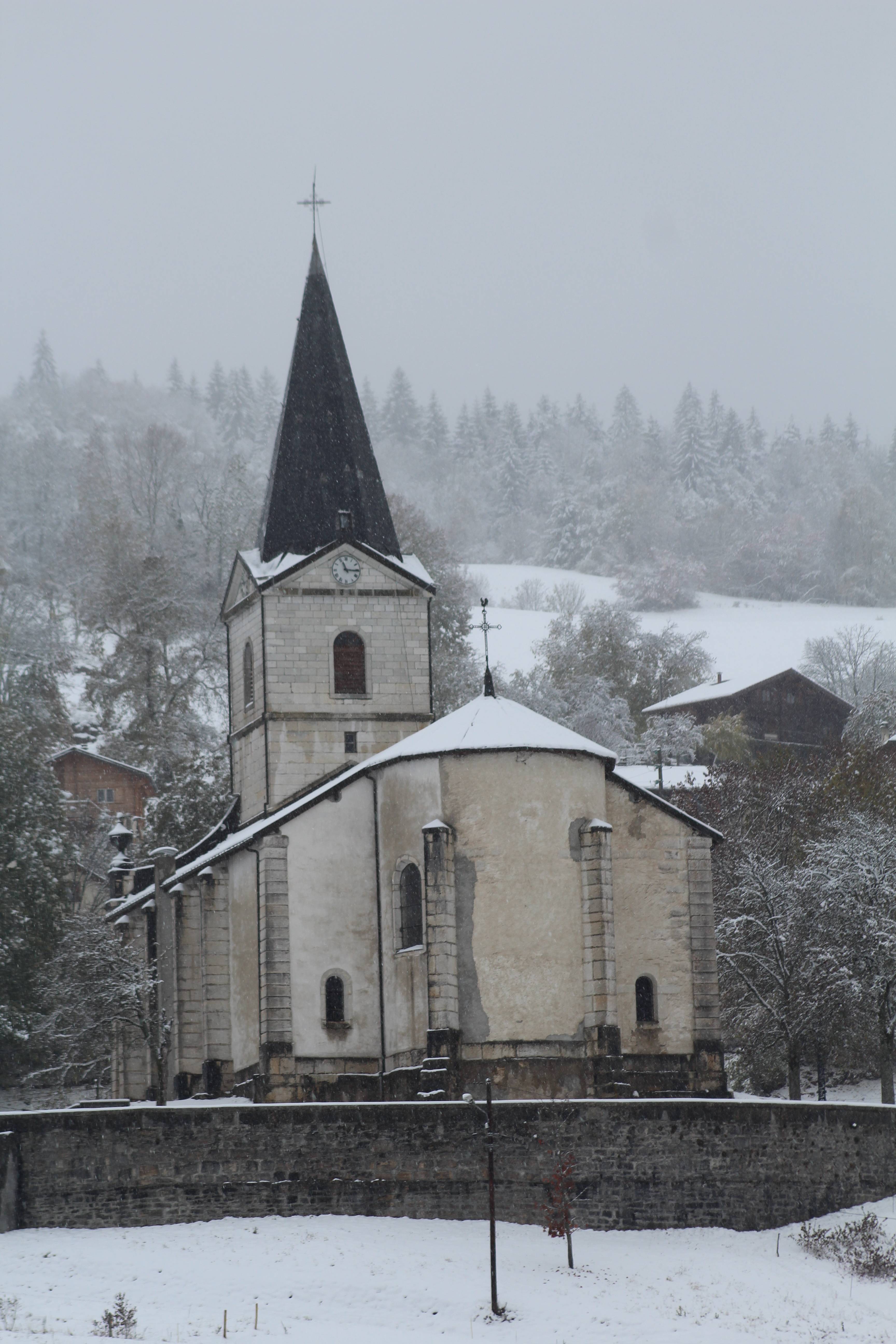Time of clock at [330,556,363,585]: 11:15
